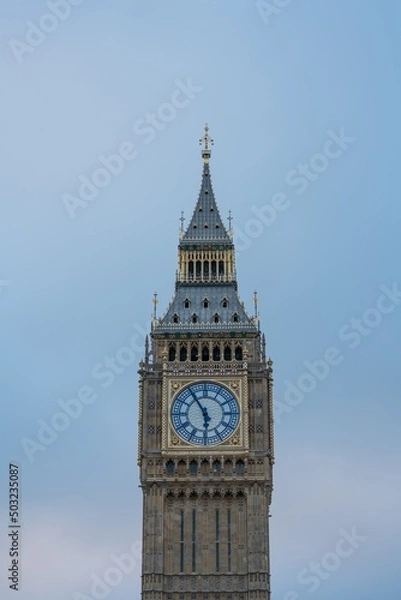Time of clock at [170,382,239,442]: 5:54
